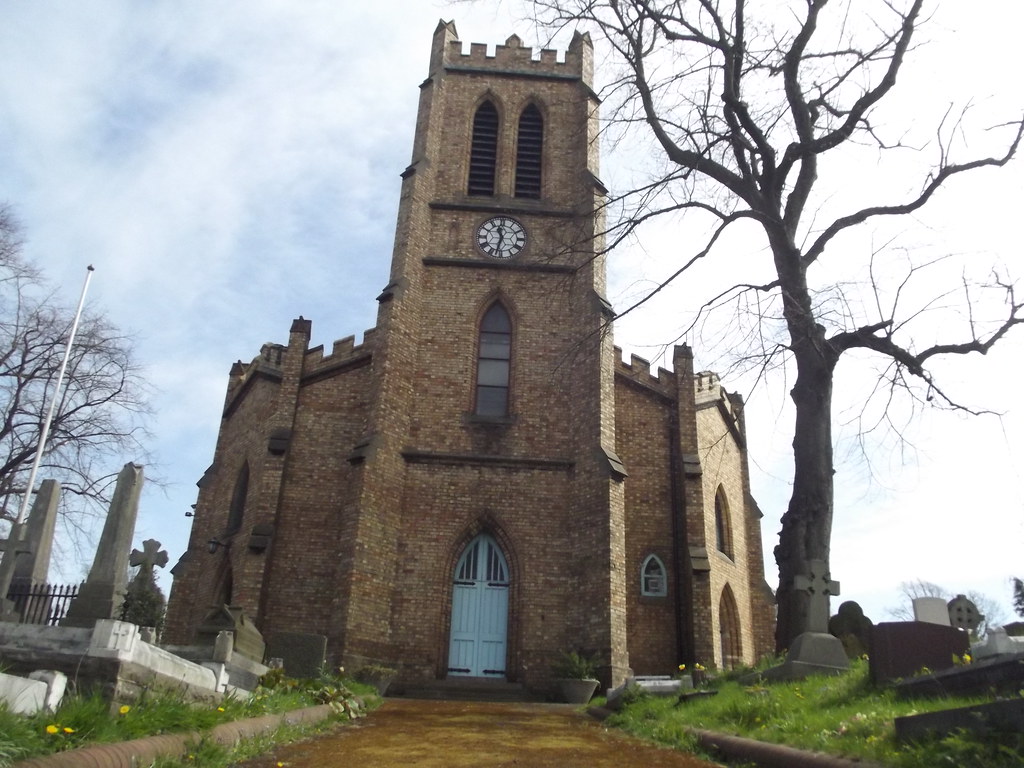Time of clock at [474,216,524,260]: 11:32
